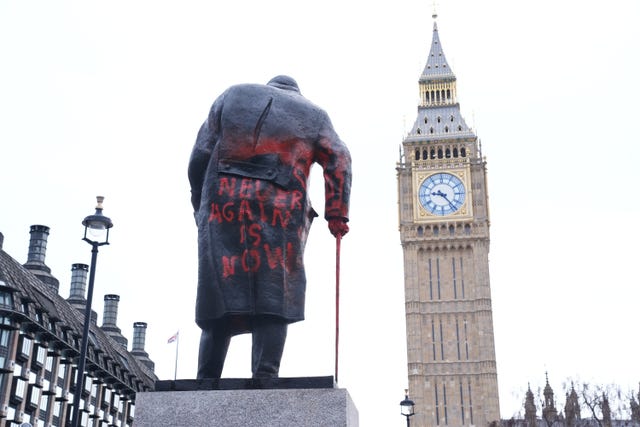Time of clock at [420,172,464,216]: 9:23
